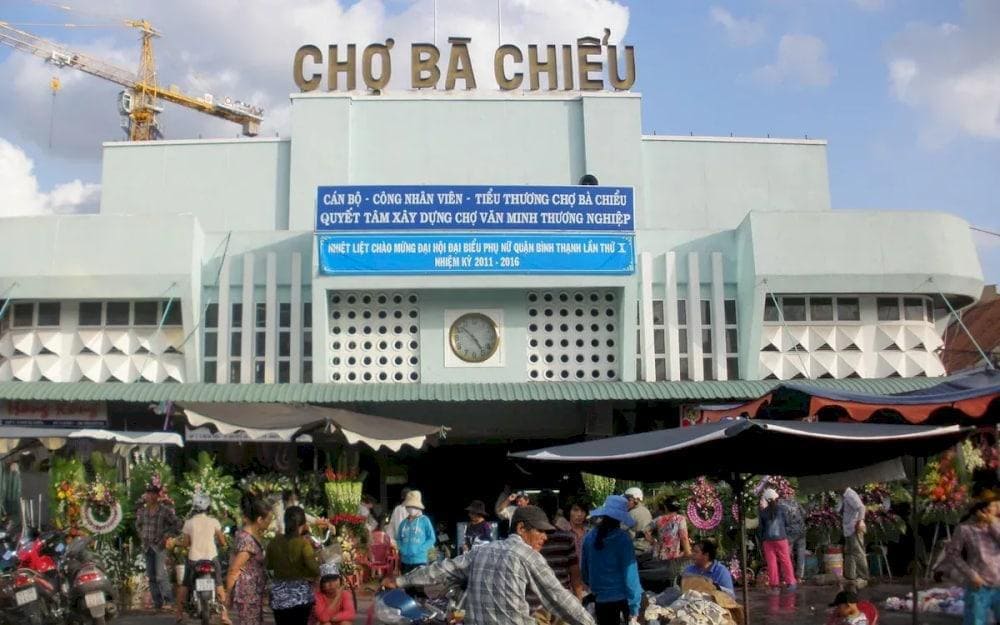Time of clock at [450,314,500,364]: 4:52
